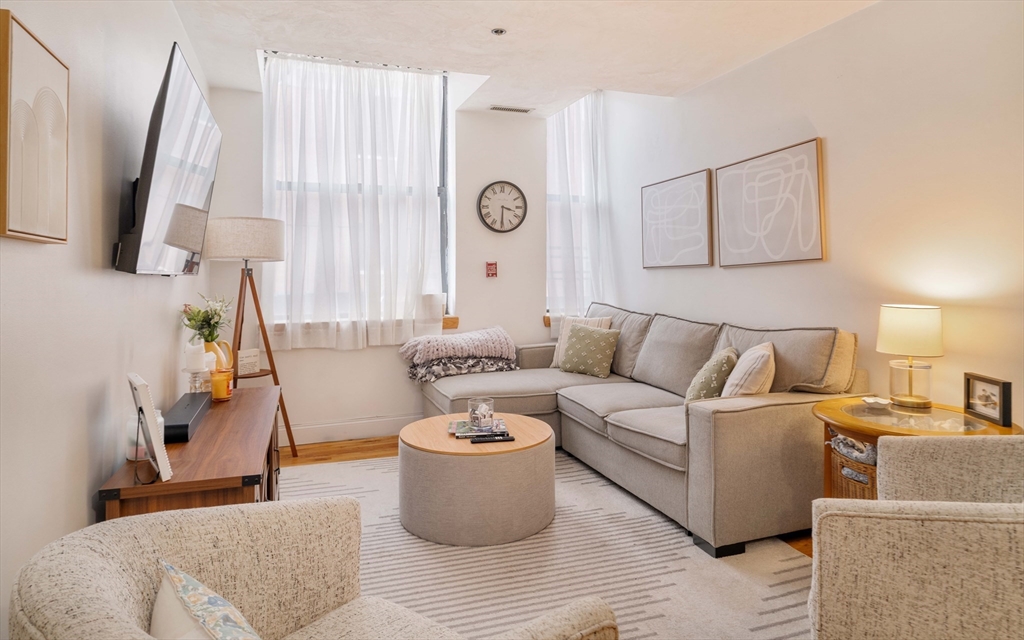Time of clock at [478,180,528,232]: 3:30
